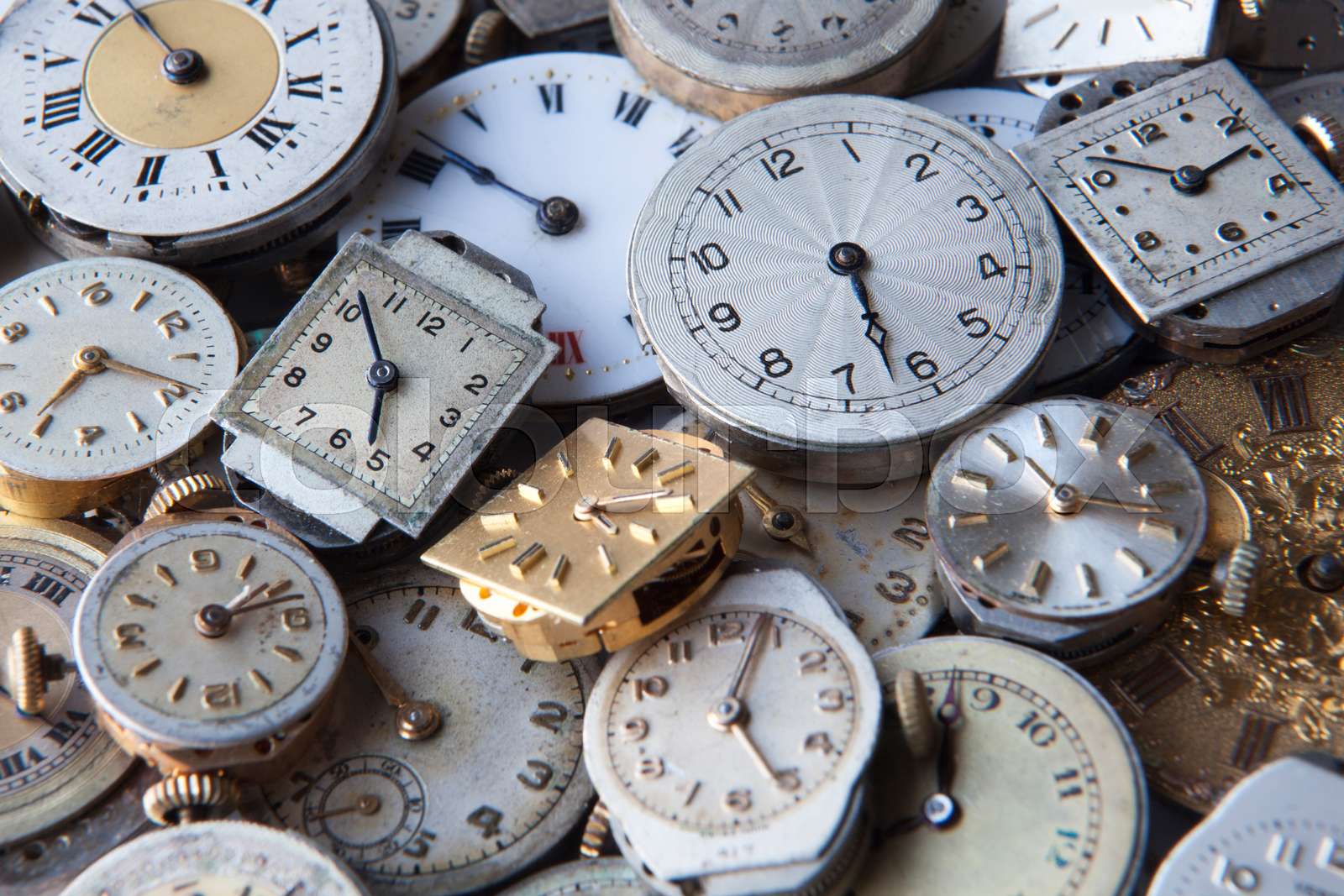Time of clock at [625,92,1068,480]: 5:26
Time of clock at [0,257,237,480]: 7:18
